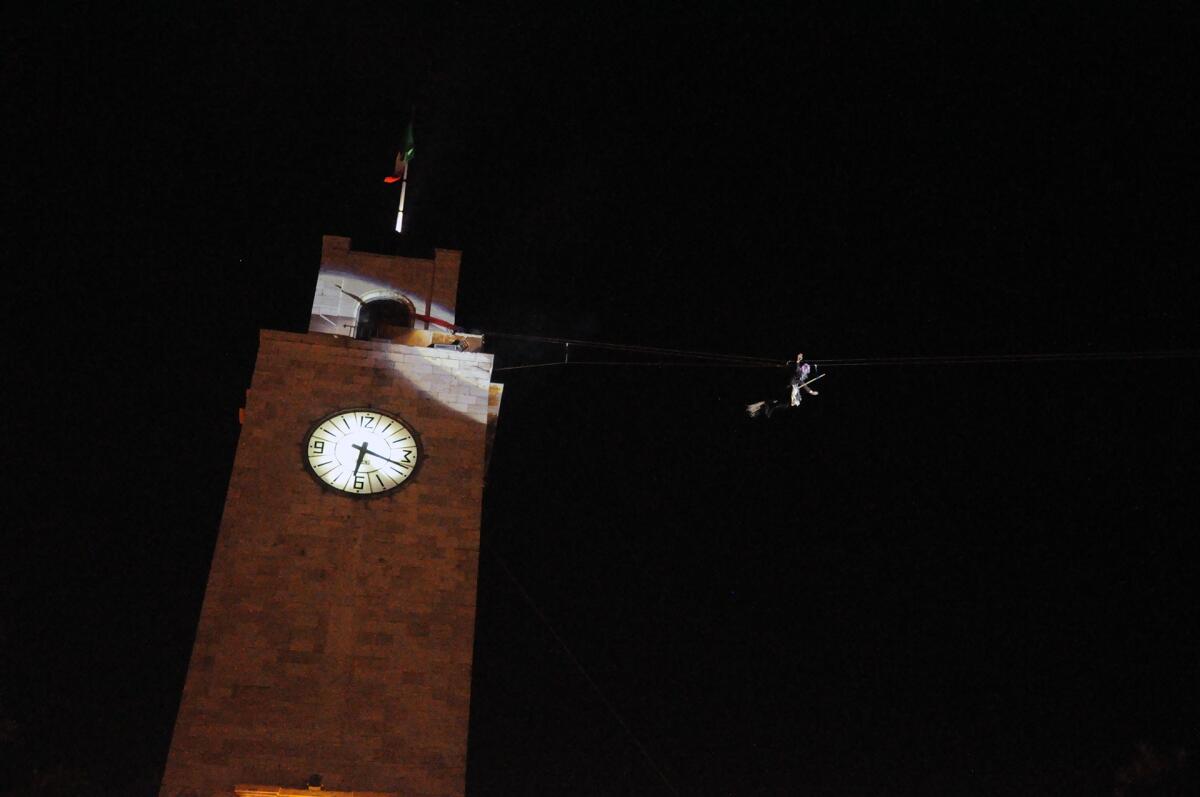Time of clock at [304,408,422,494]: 6:18
